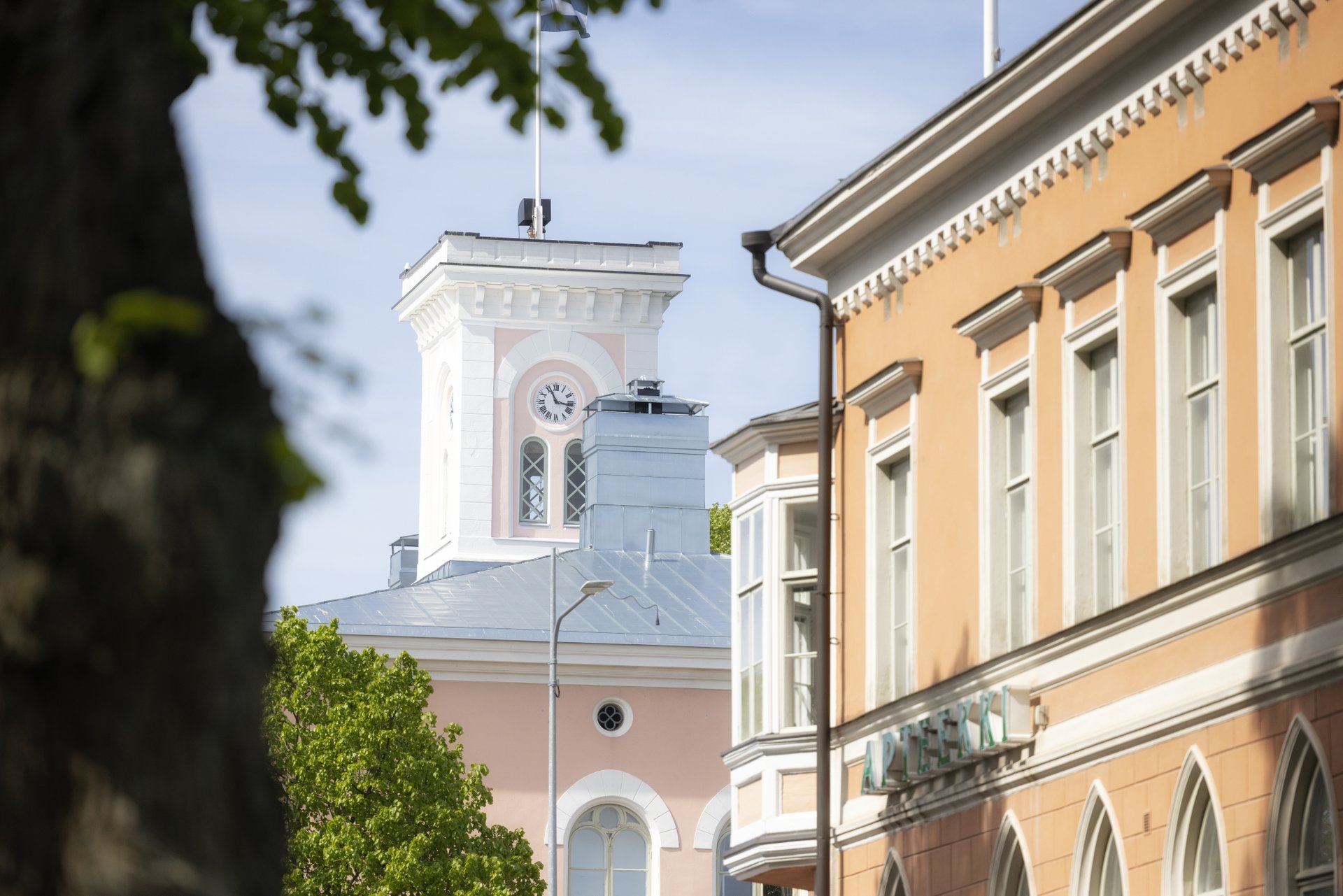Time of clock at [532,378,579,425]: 11:16
